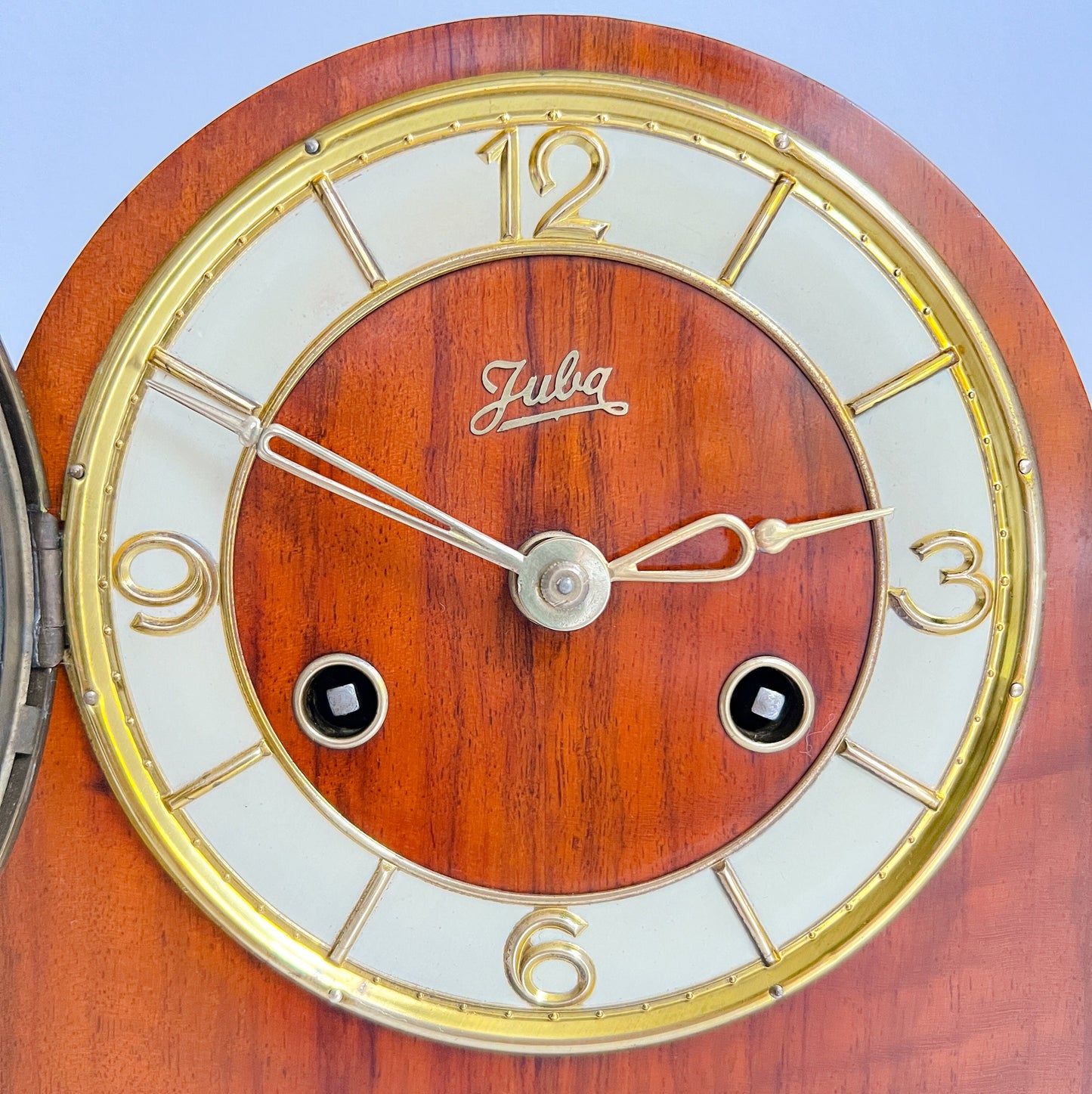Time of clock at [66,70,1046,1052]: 2:49
